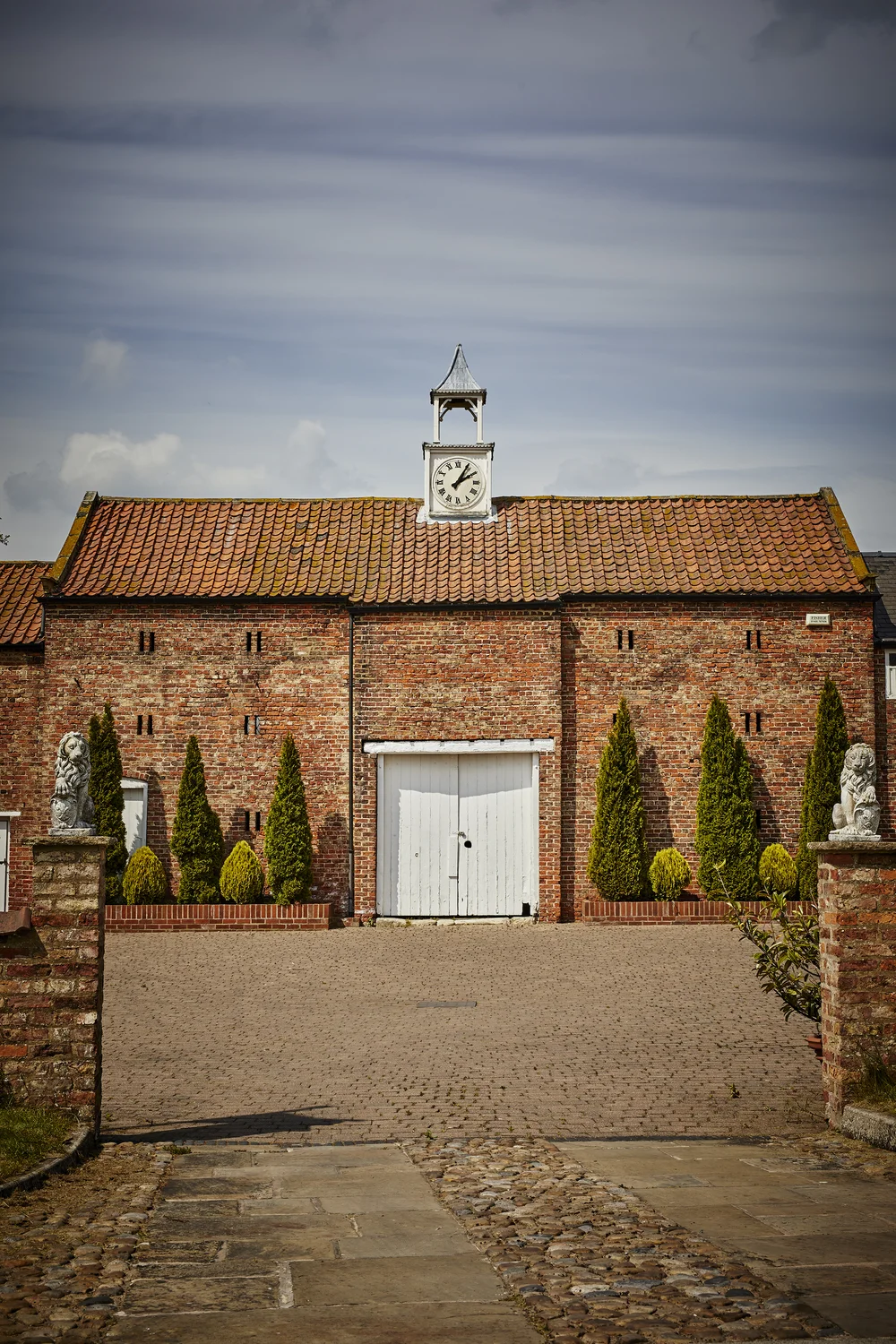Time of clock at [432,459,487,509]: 2:05
